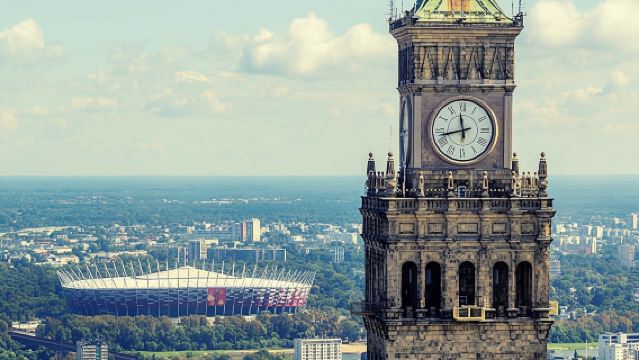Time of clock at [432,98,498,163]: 11:42
